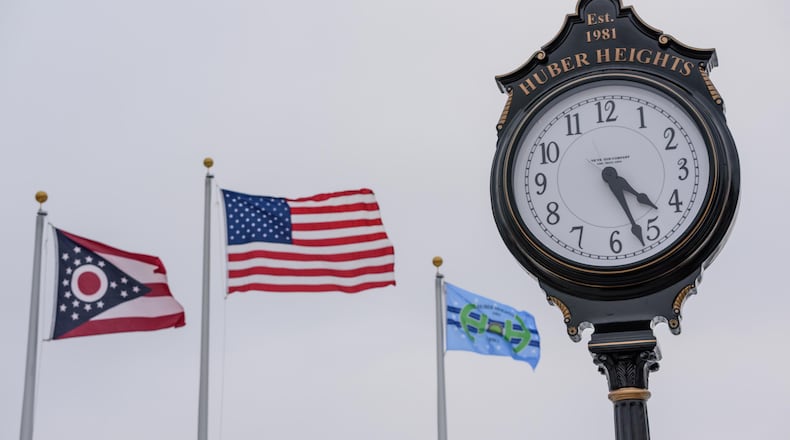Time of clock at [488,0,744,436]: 4:26
